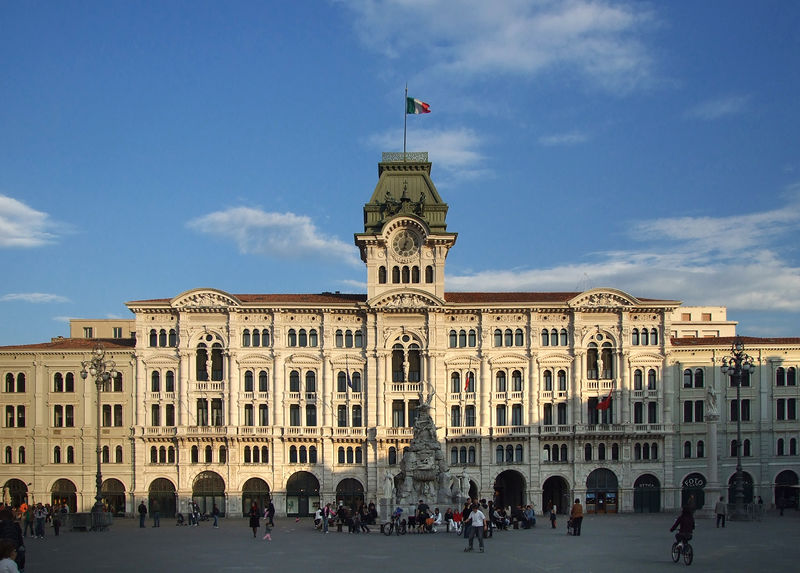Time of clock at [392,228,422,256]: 7:00
